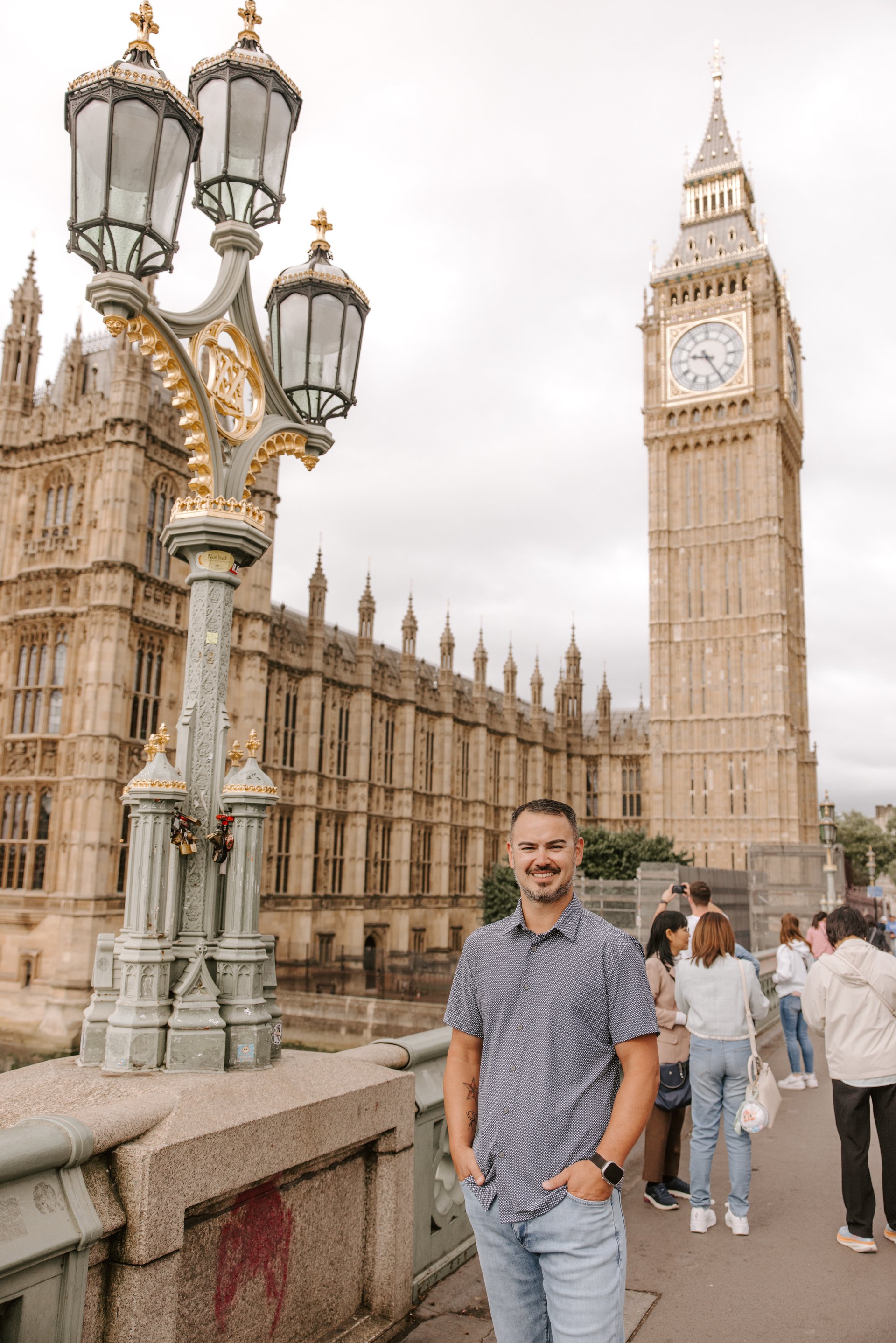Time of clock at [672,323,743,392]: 9:25
